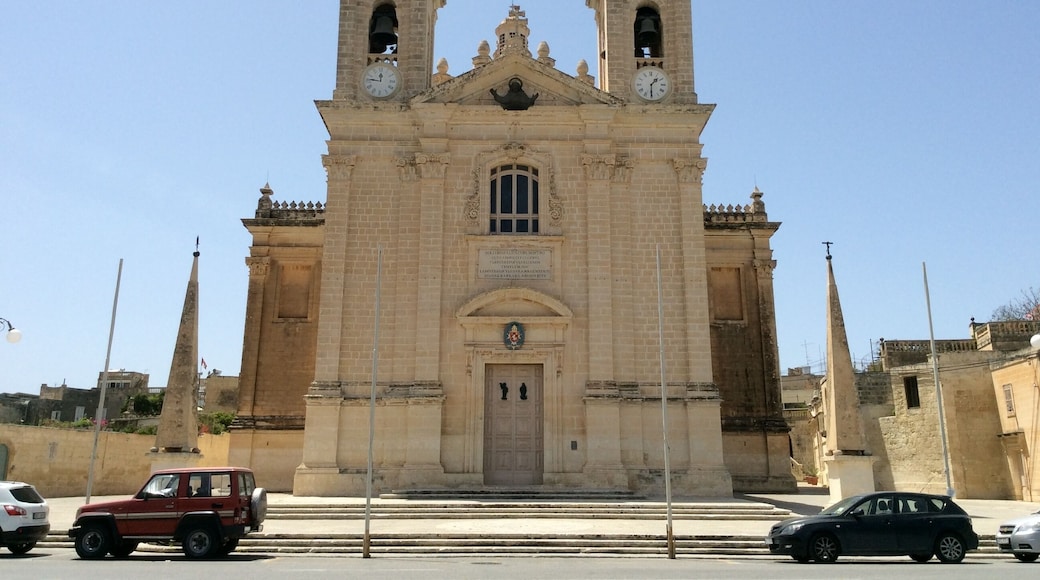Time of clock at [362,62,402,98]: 11:46
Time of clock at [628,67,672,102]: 1:30
